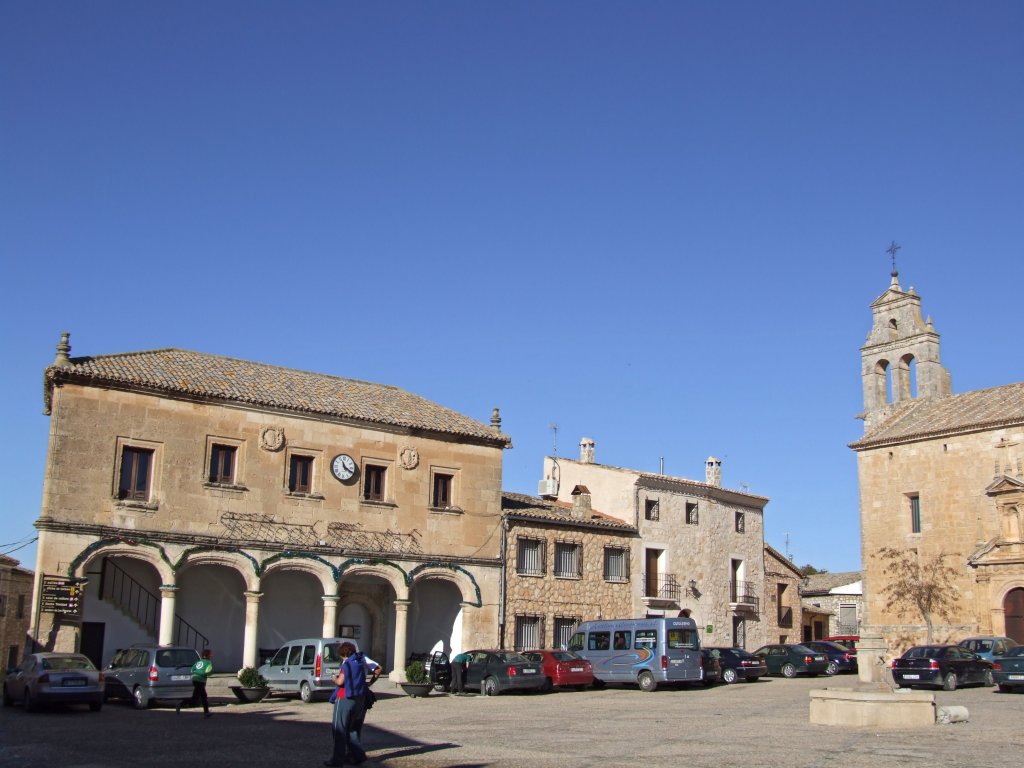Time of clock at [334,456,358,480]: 11:19
